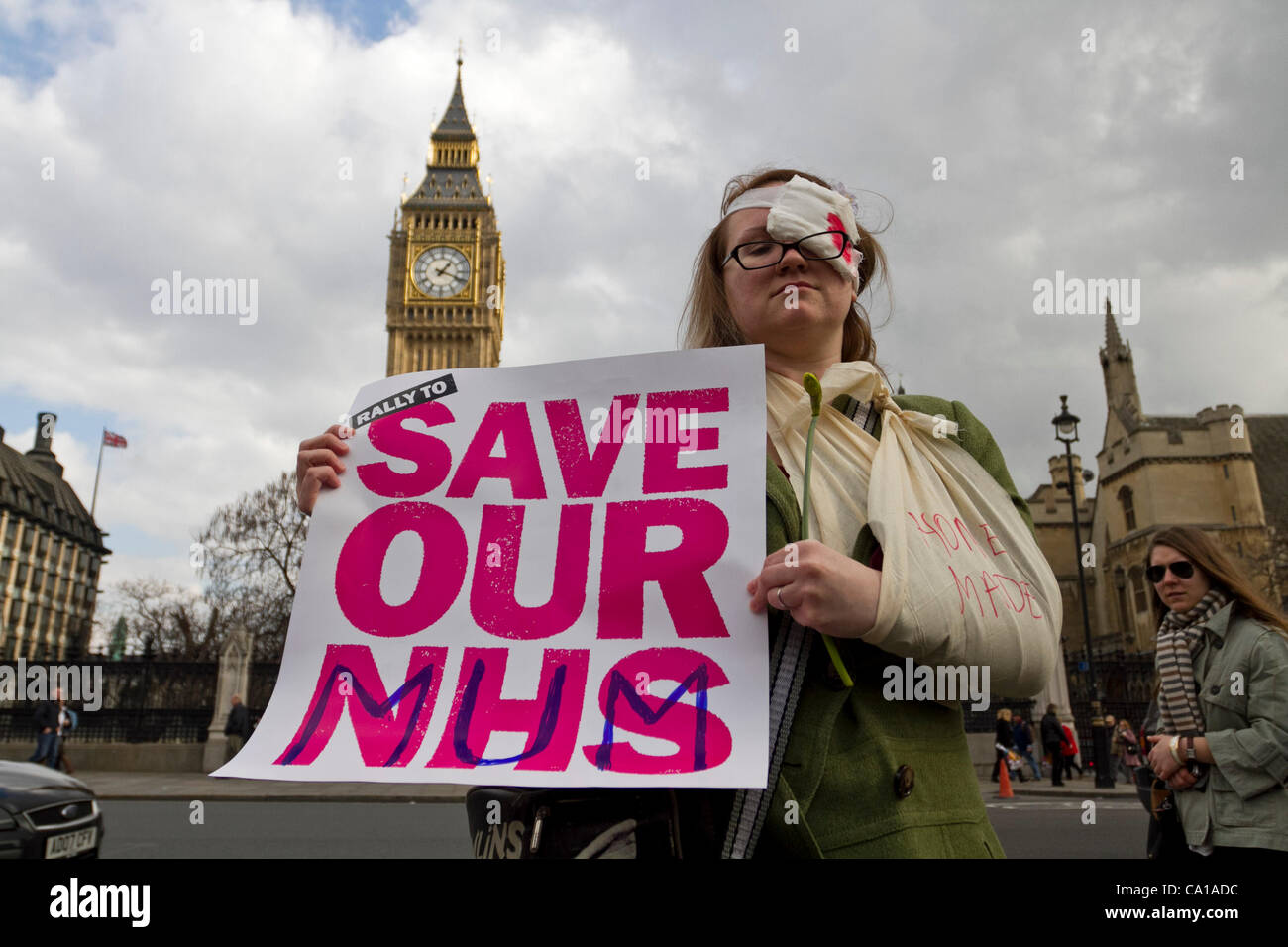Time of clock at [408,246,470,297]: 1:18
